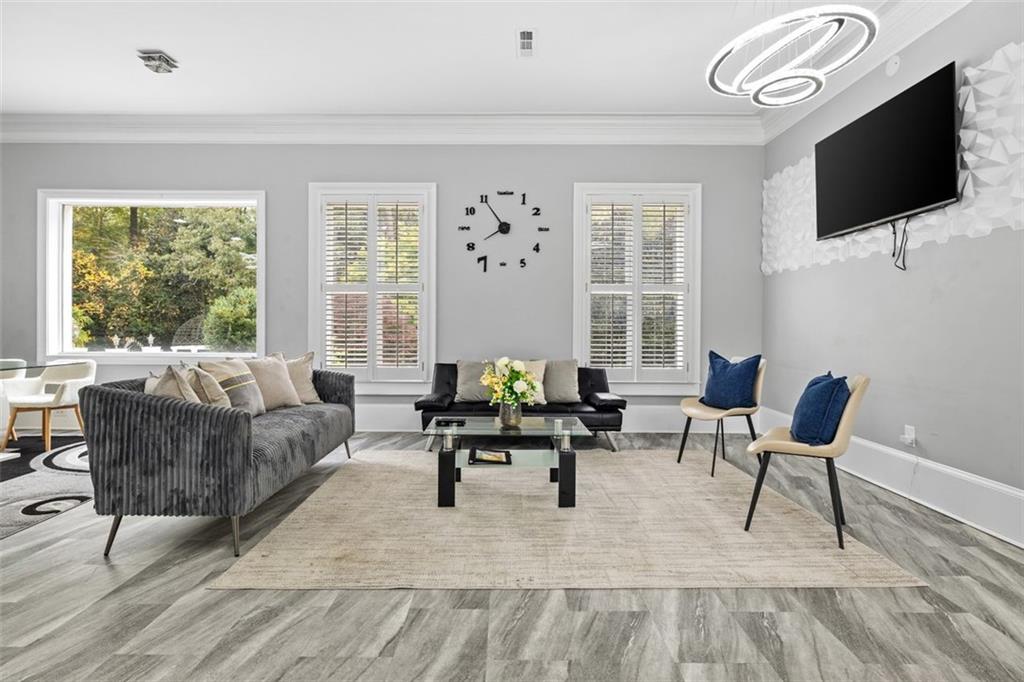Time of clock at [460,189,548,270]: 7:54
